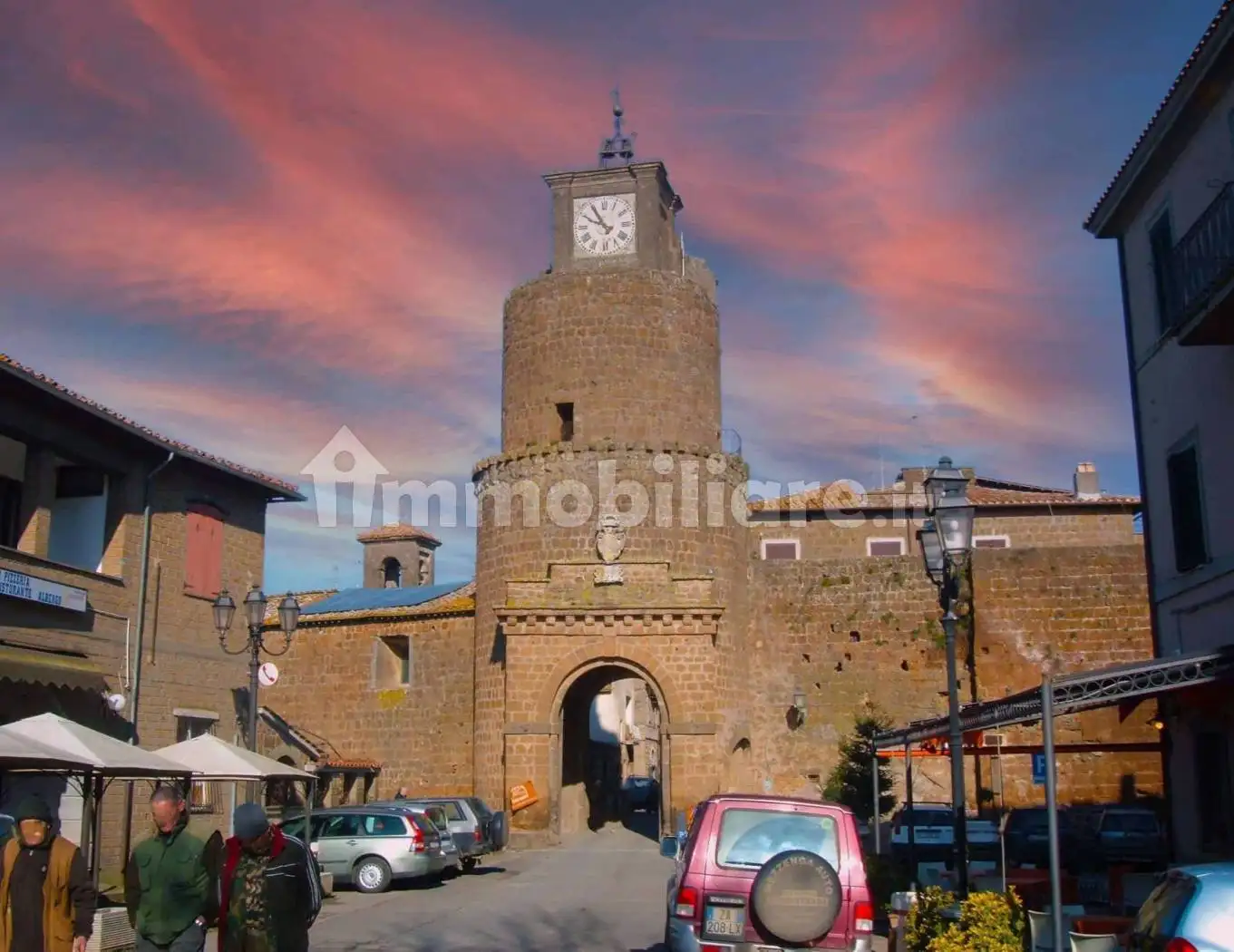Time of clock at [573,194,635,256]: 9:54
